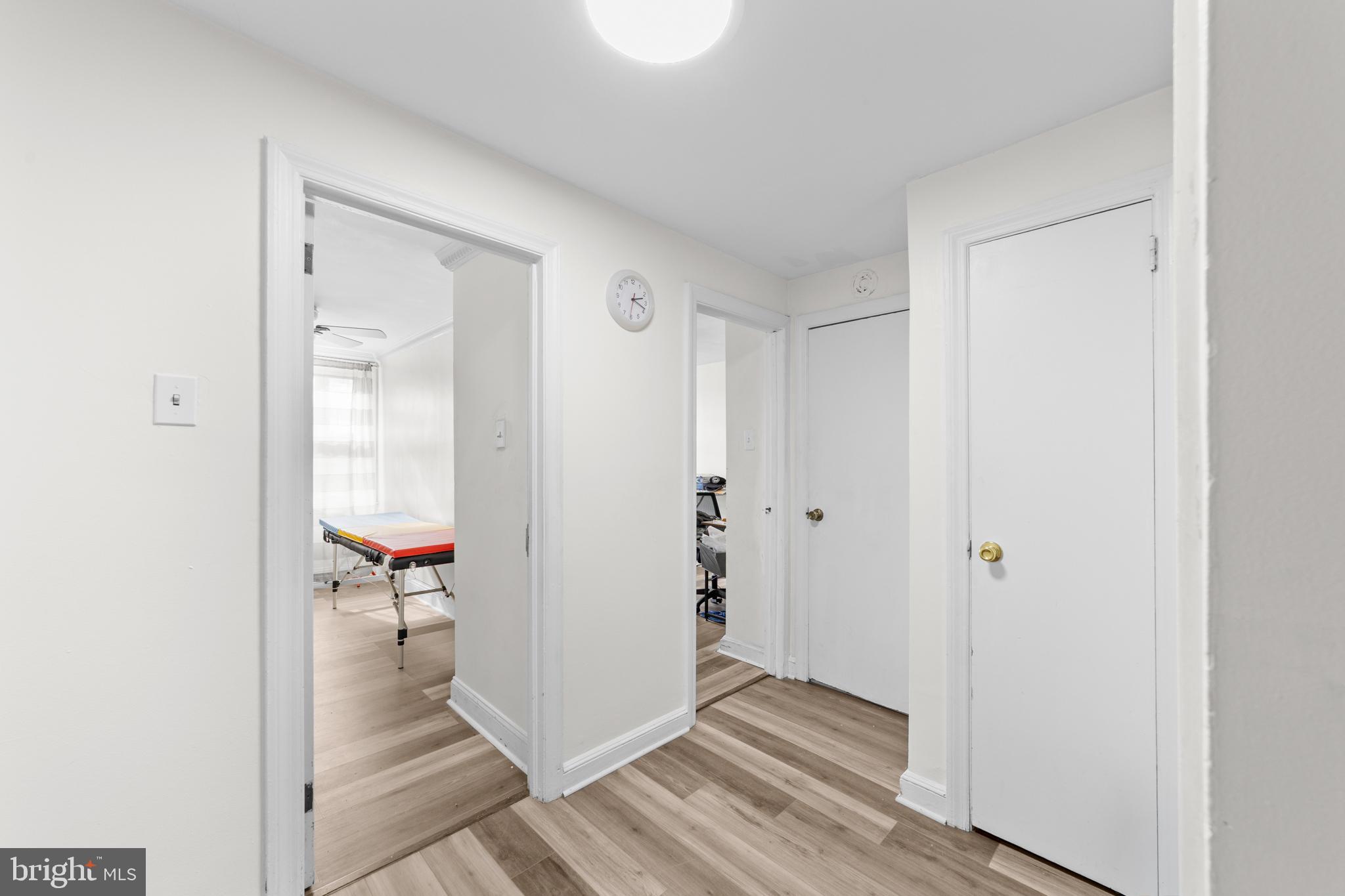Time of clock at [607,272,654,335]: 2:18
